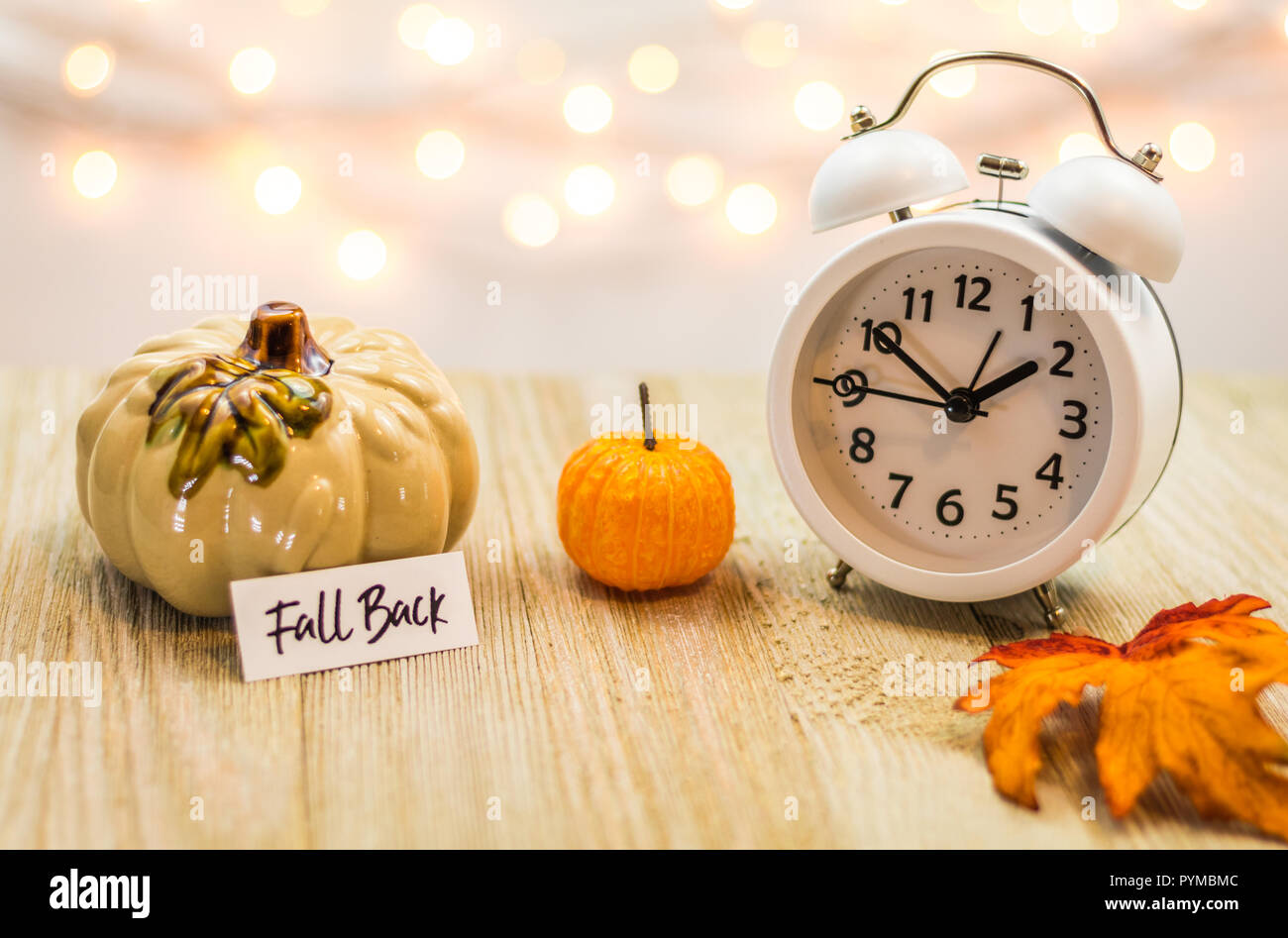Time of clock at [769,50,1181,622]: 1:50
